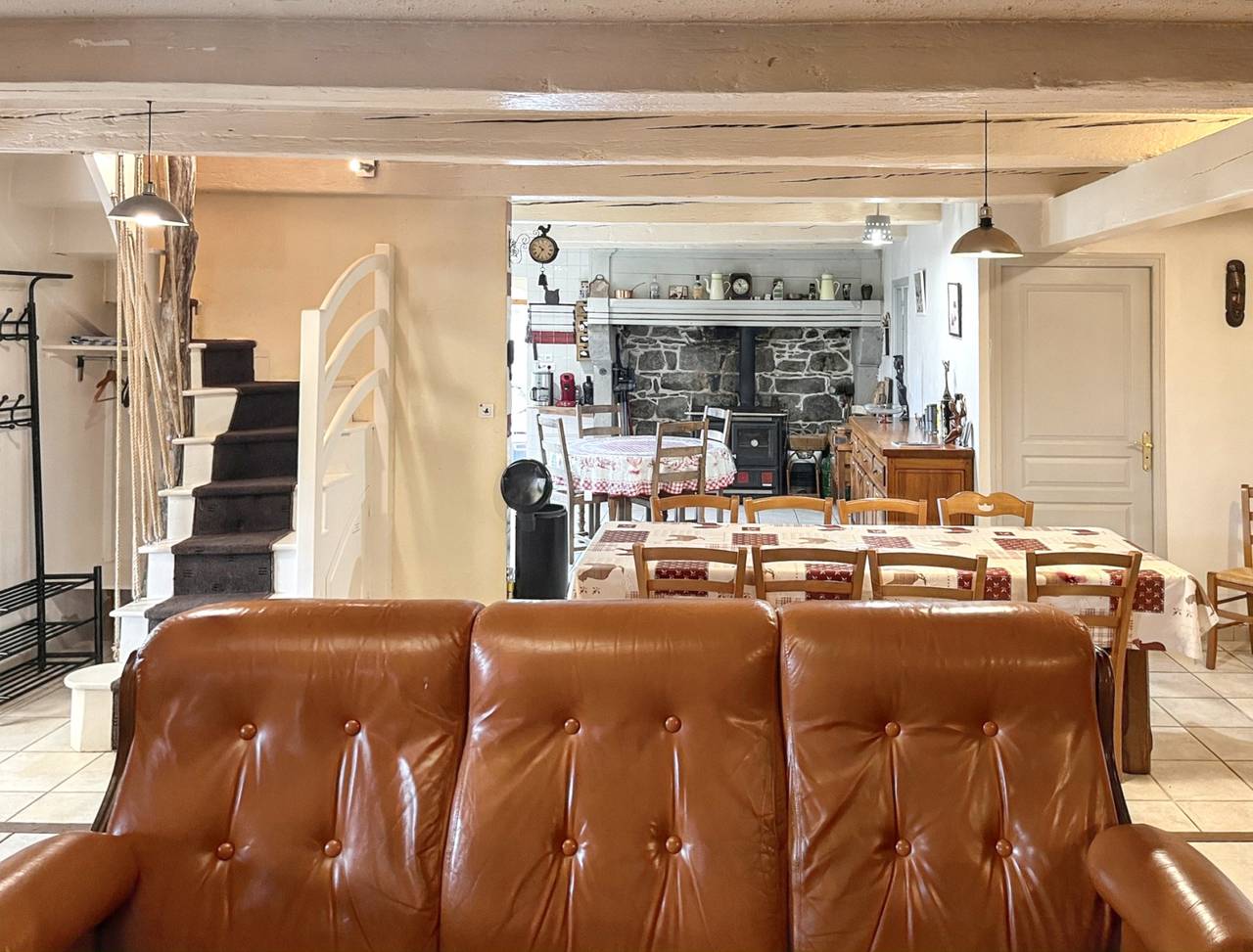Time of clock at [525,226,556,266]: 10:34
